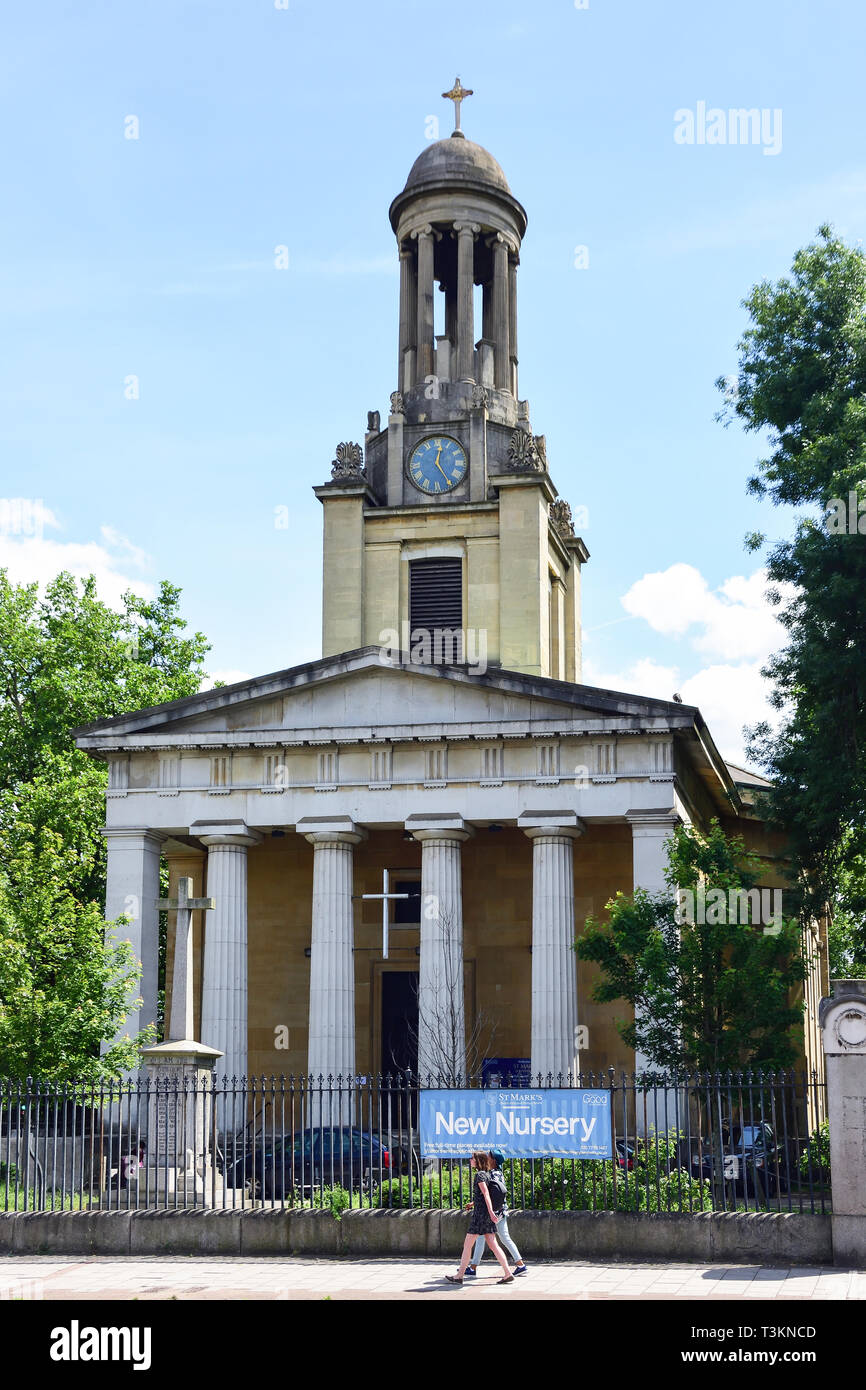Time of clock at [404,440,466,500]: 12:24
